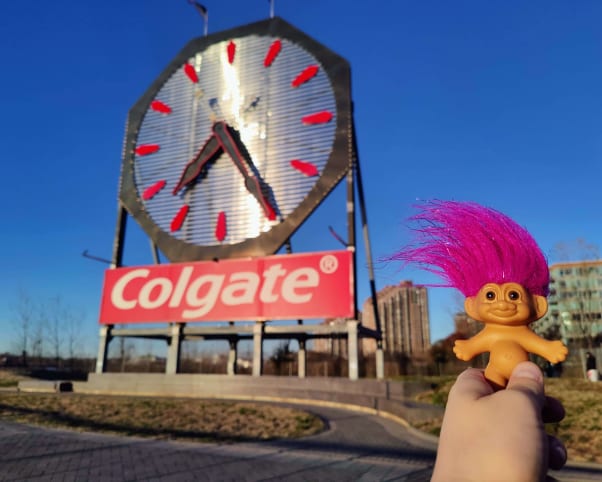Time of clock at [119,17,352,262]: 7:24
